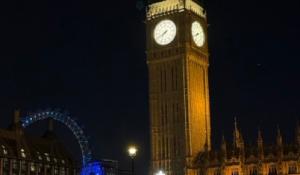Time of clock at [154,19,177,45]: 7:40
